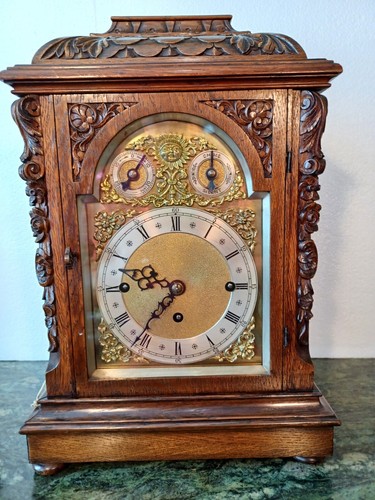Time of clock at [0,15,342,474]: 8:36
